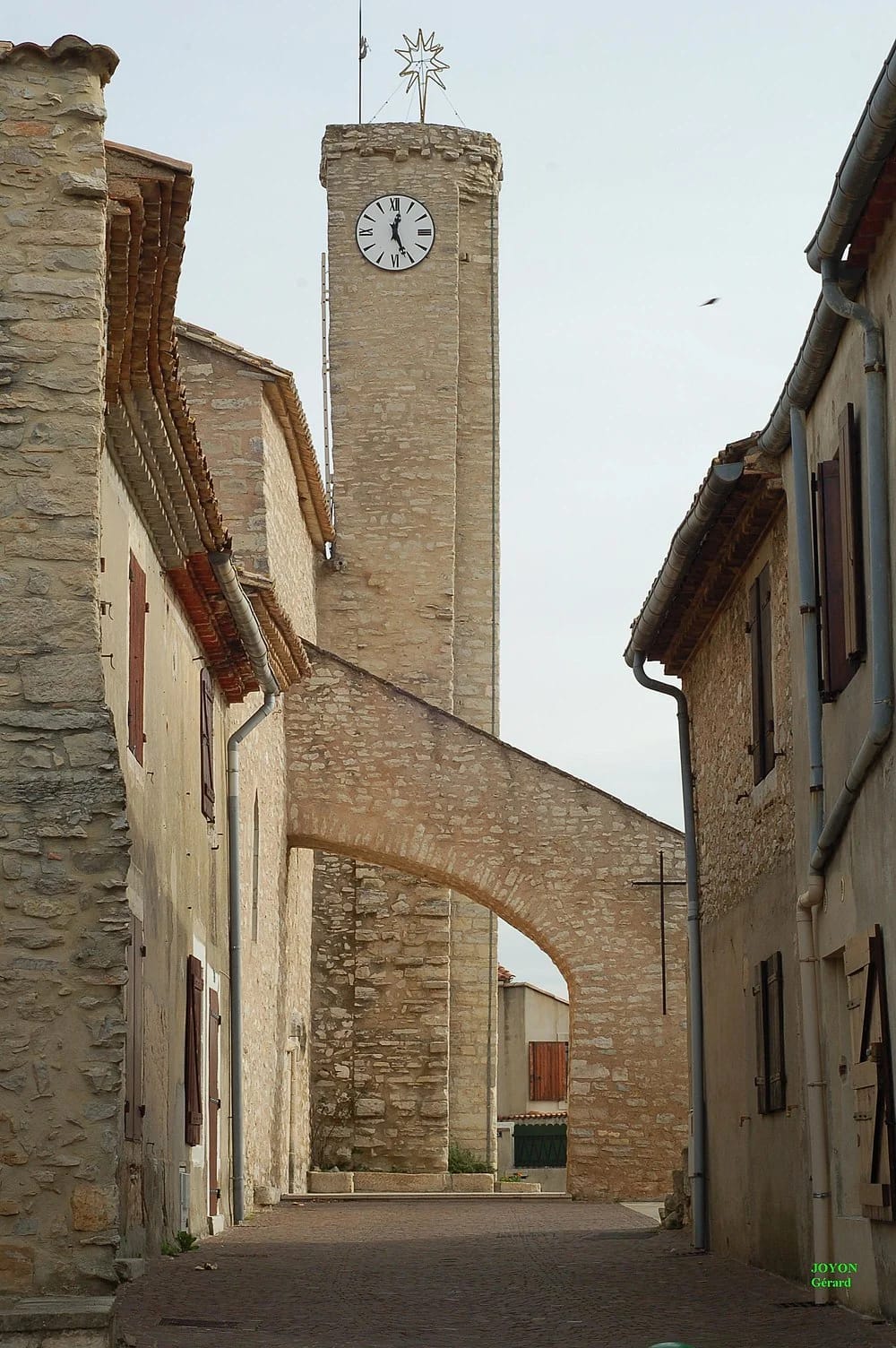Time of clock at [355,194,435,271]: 12:26
